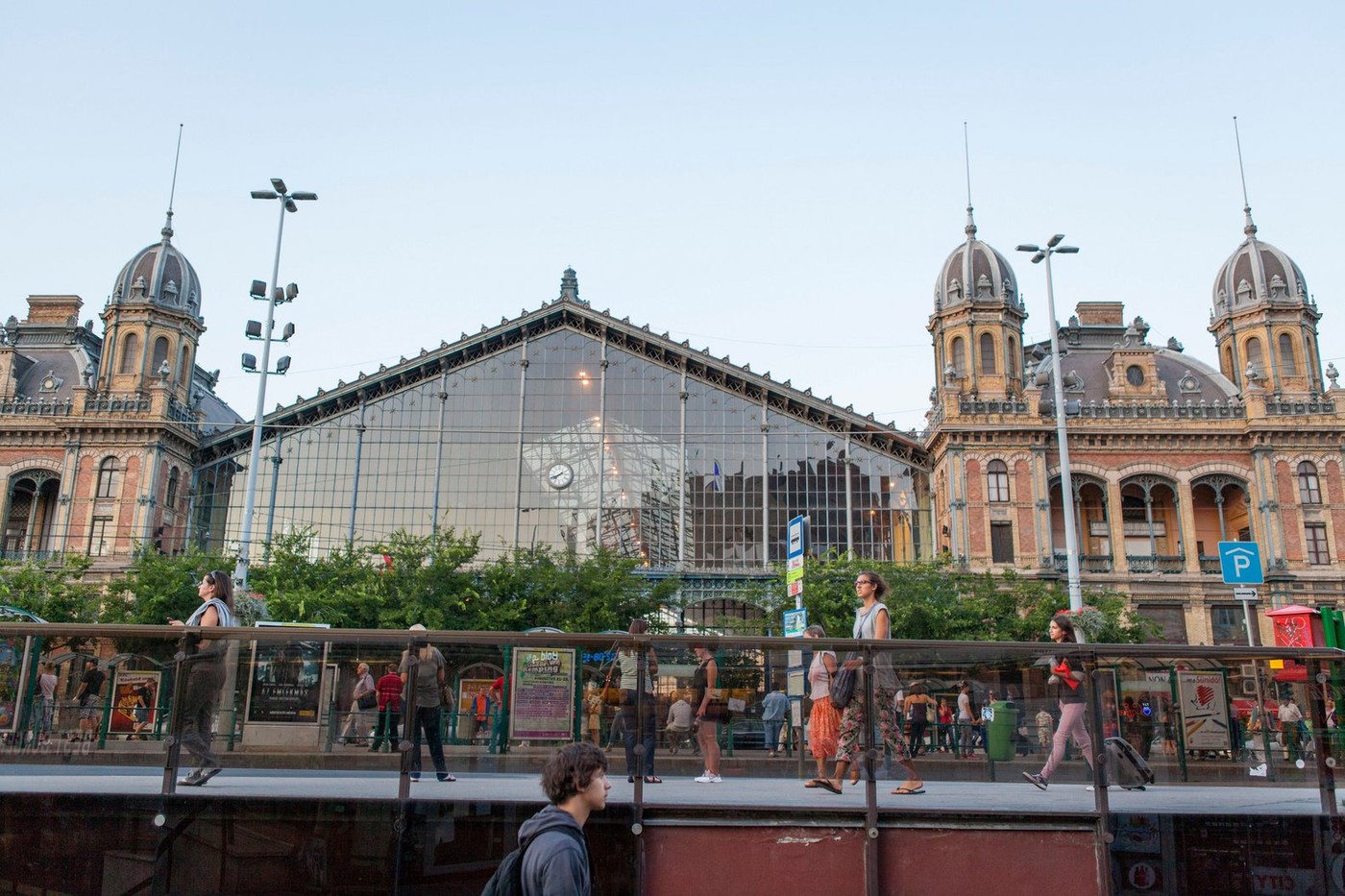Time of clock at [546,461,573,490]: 7:40
